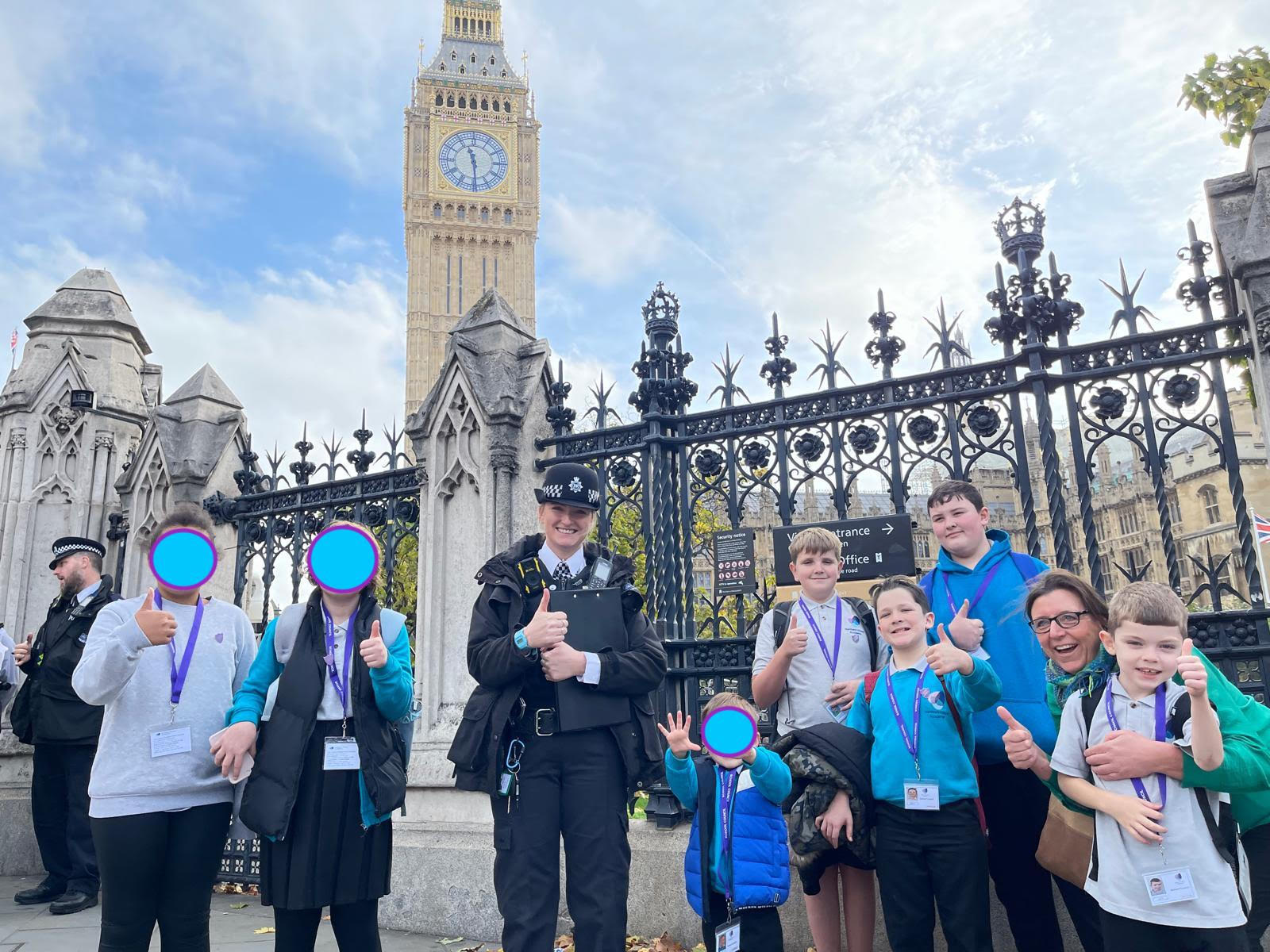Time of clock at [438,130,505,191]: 11:29
